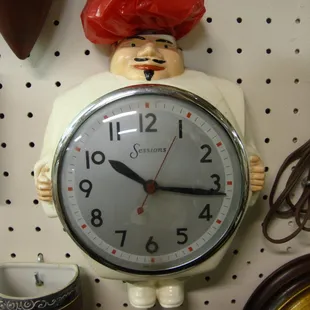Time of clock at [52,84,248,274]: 10:16
